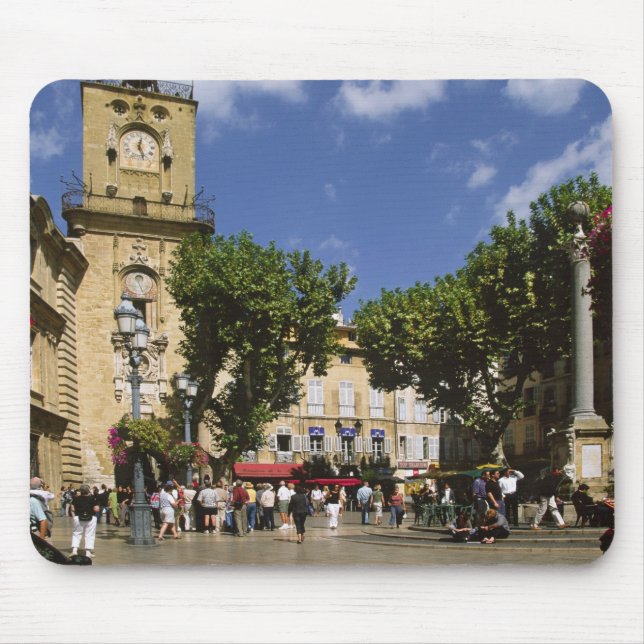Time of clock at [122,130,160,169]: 12:27
